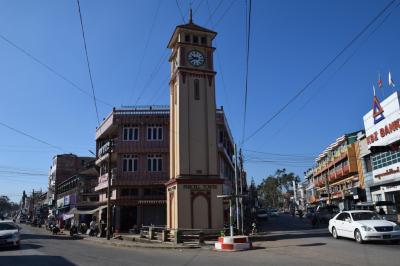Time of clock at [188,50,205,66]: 9:41
